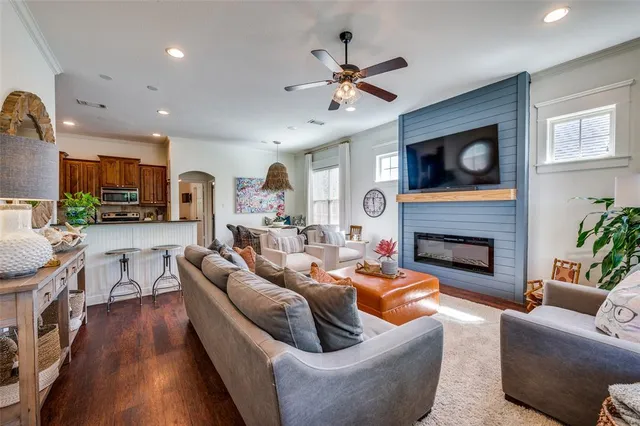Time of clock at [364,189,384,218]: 12:28
